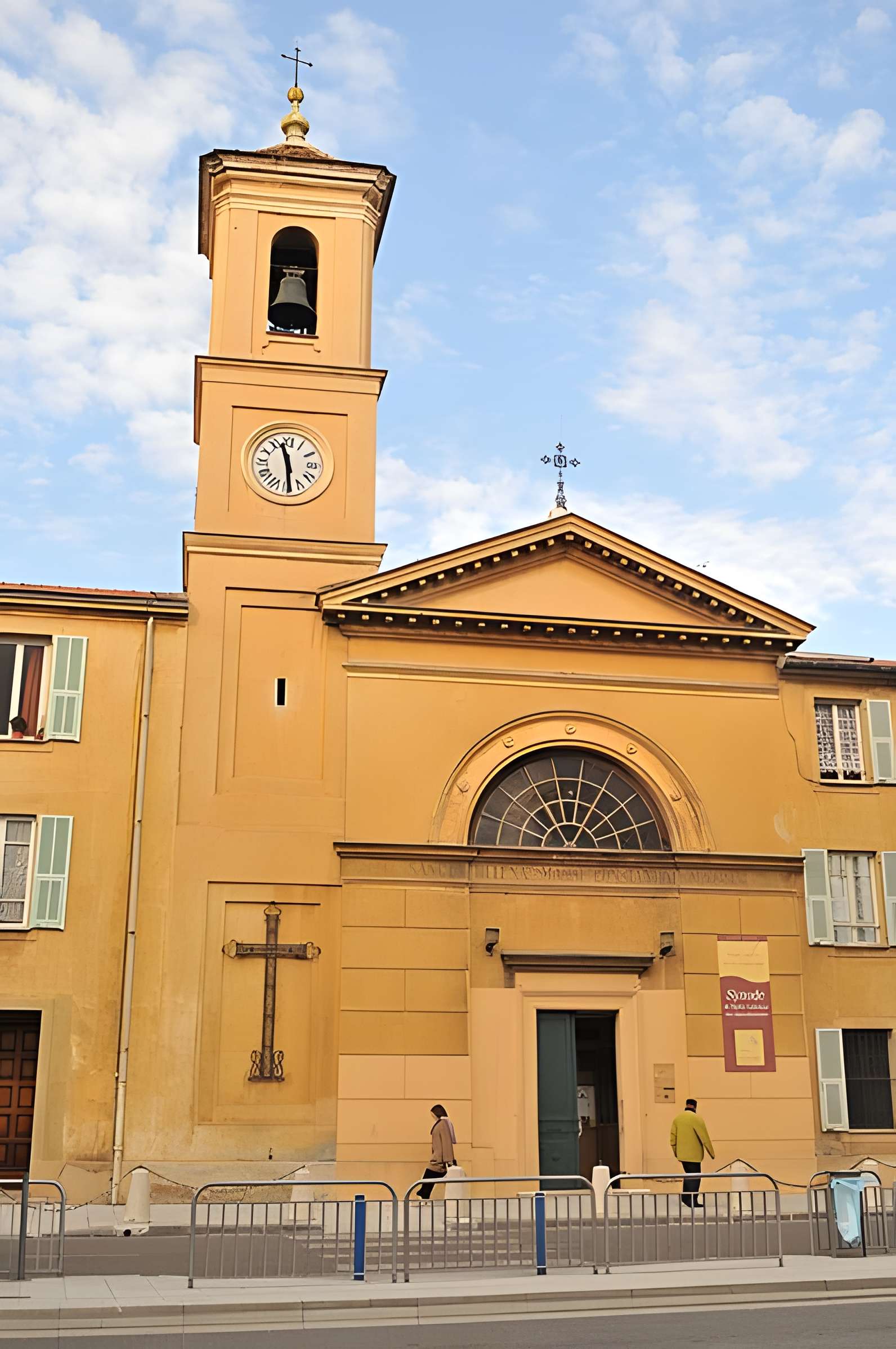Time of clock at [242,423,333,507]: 11:29
